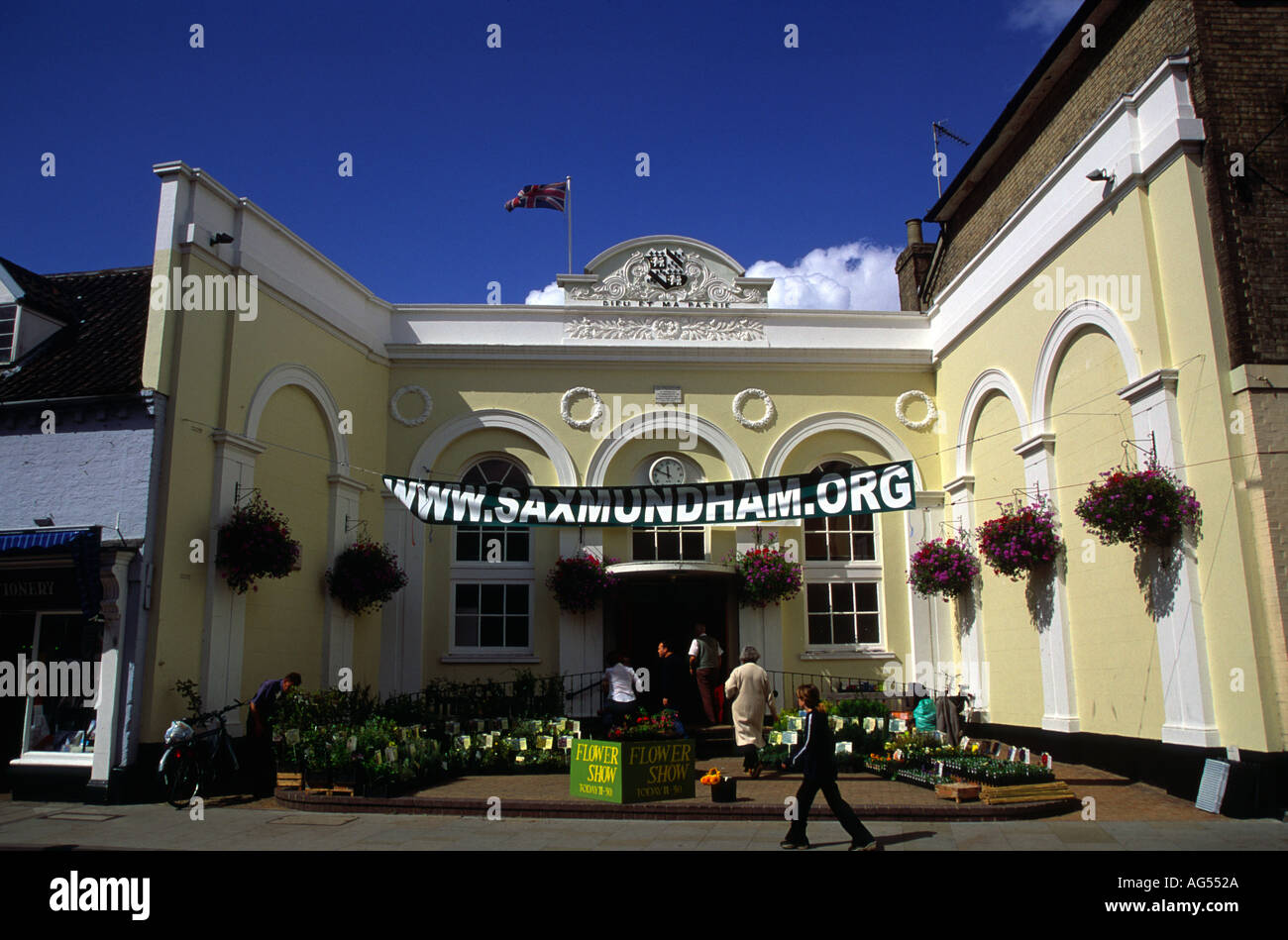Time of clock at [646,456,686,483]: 11:49
